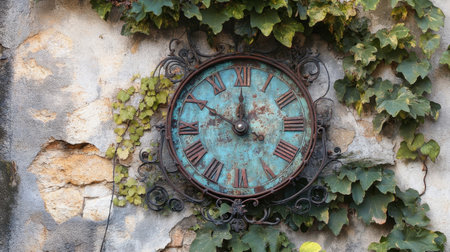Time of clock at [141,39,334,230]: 11:49
